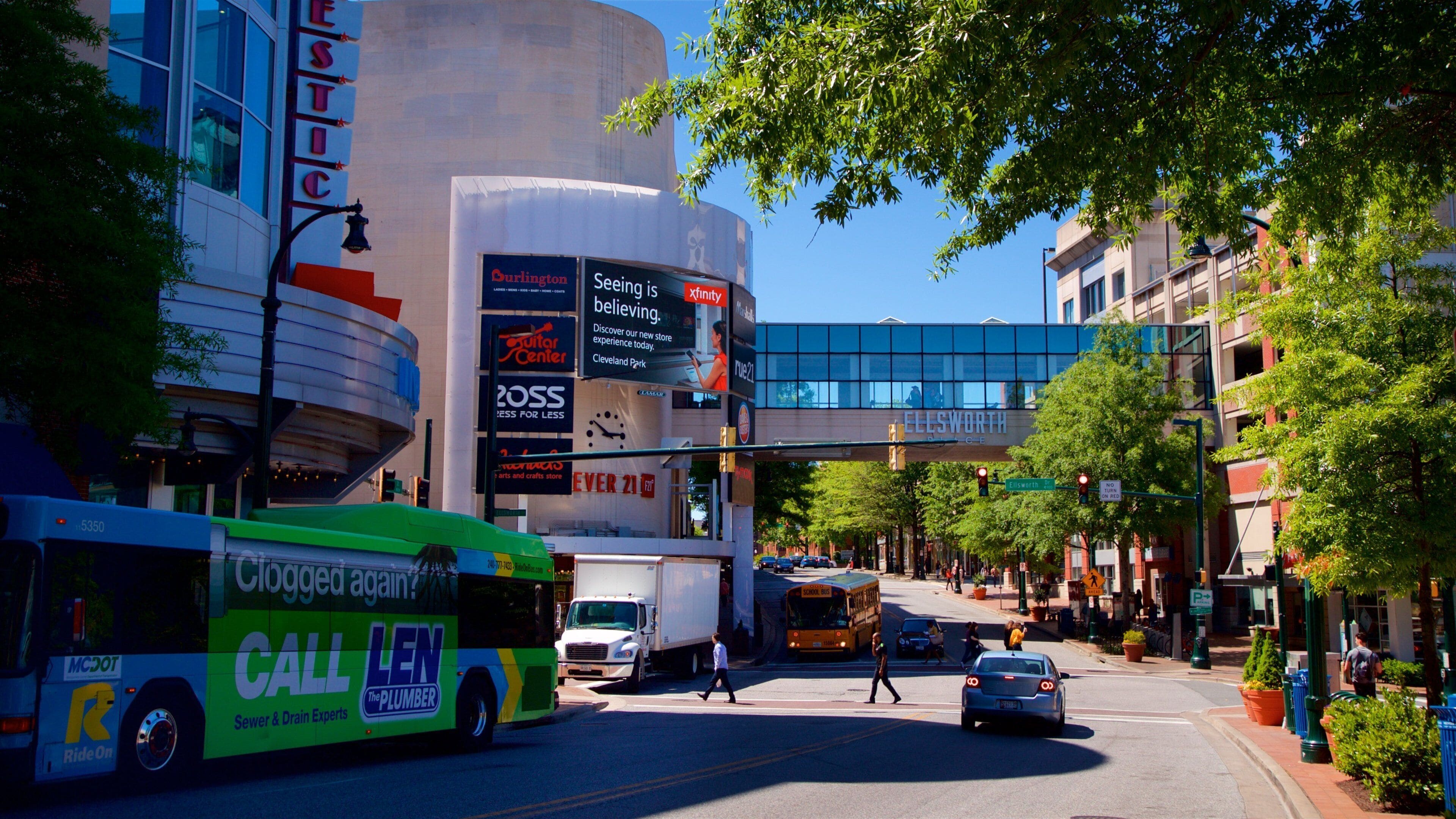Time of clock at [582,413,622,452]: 2:51
